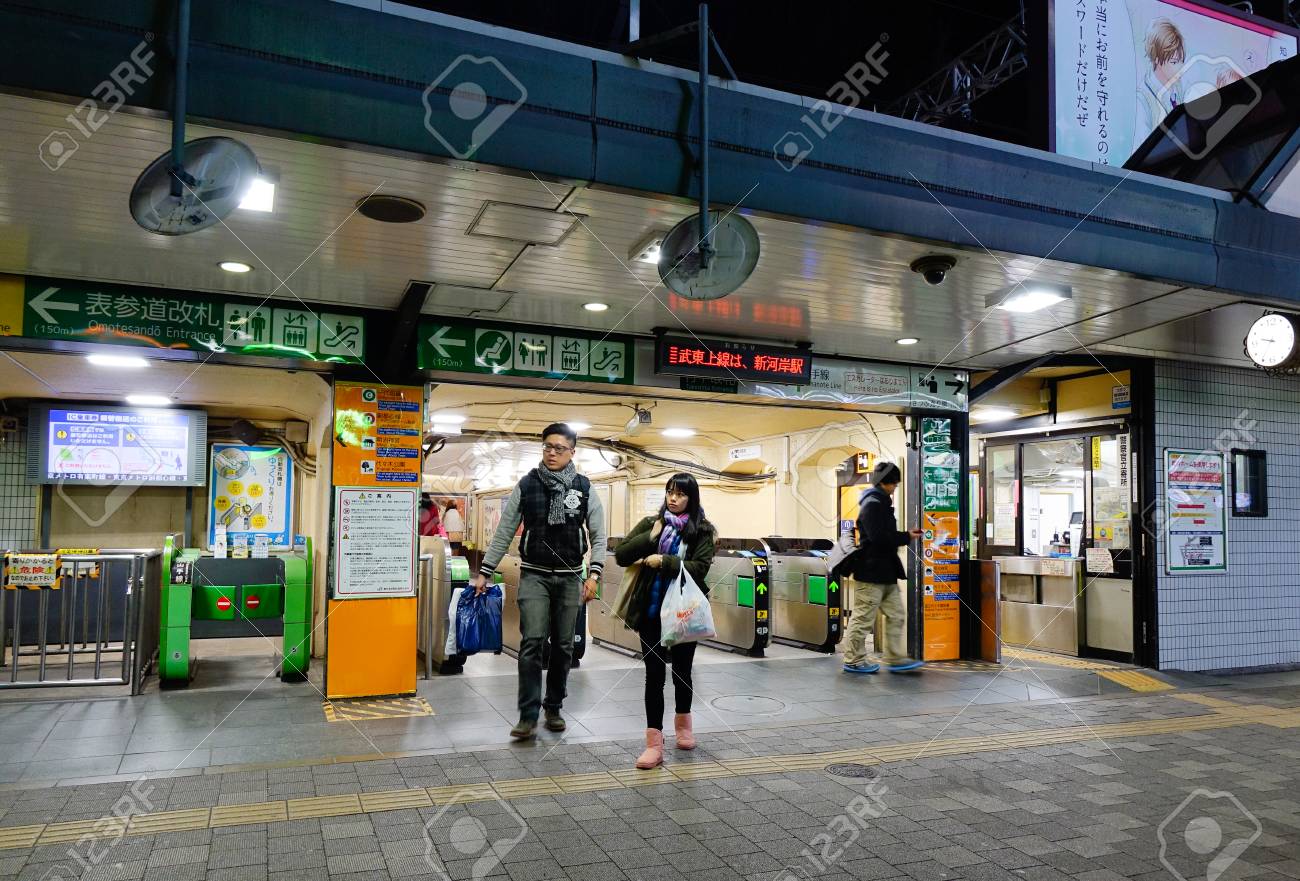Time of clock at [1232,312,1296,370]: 9:35
